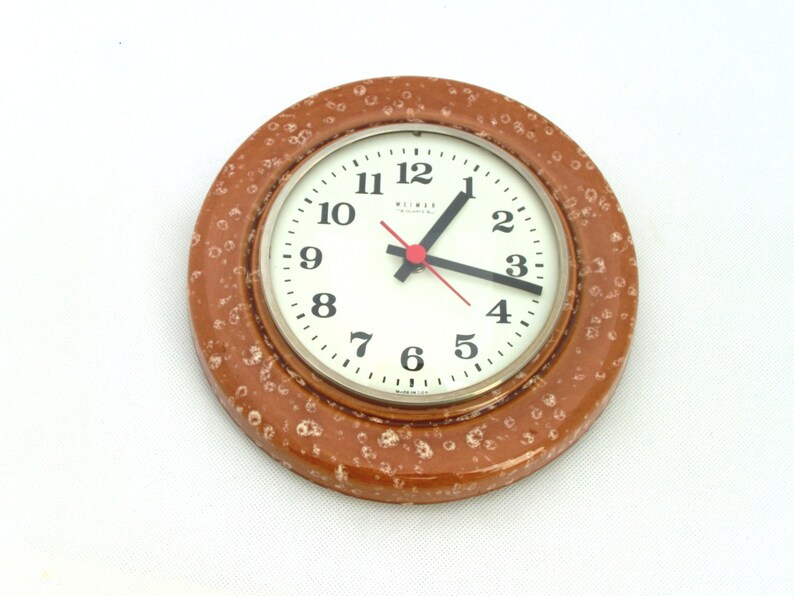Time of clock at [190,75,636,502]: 1:16
